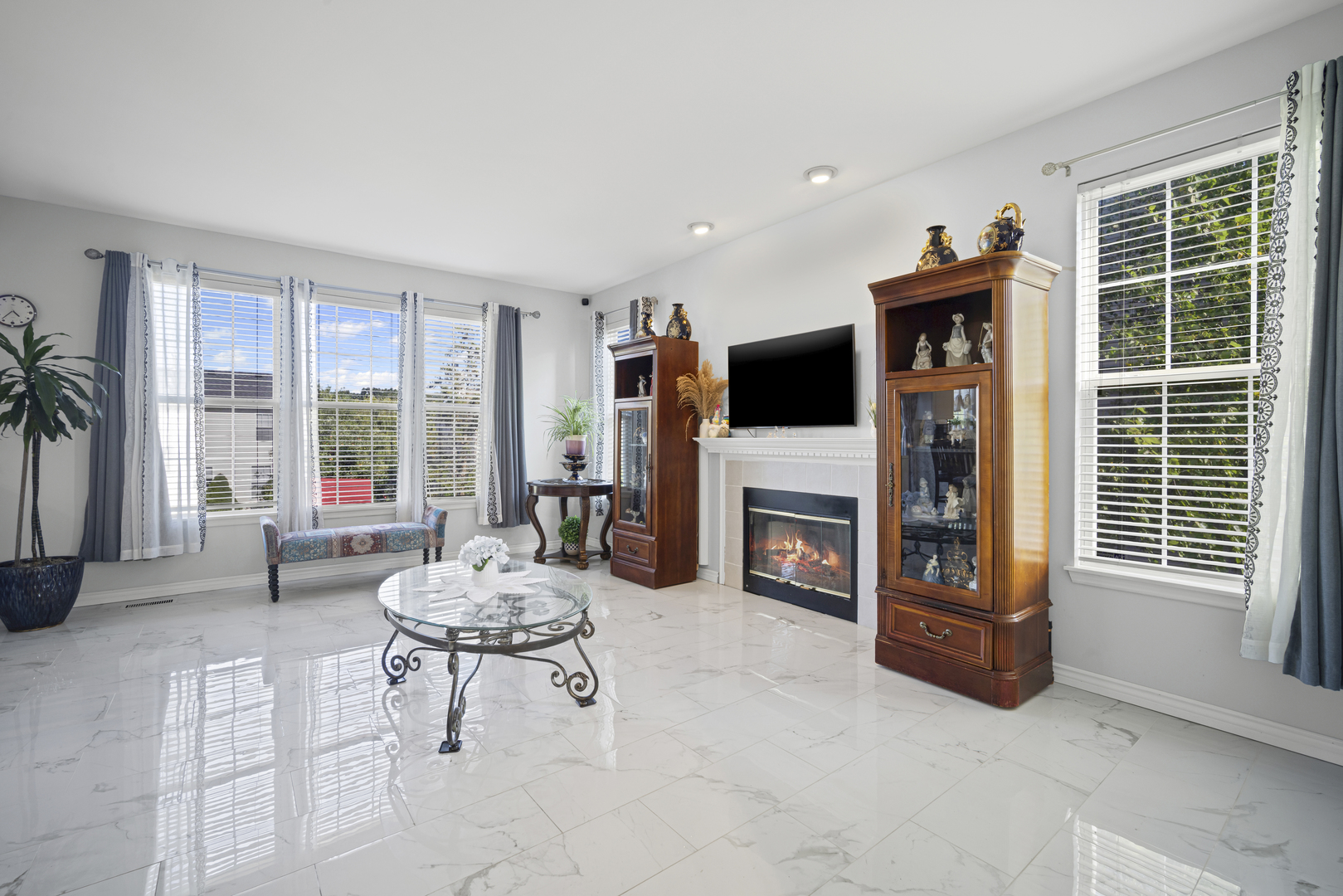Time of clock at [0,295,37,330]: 4:36
